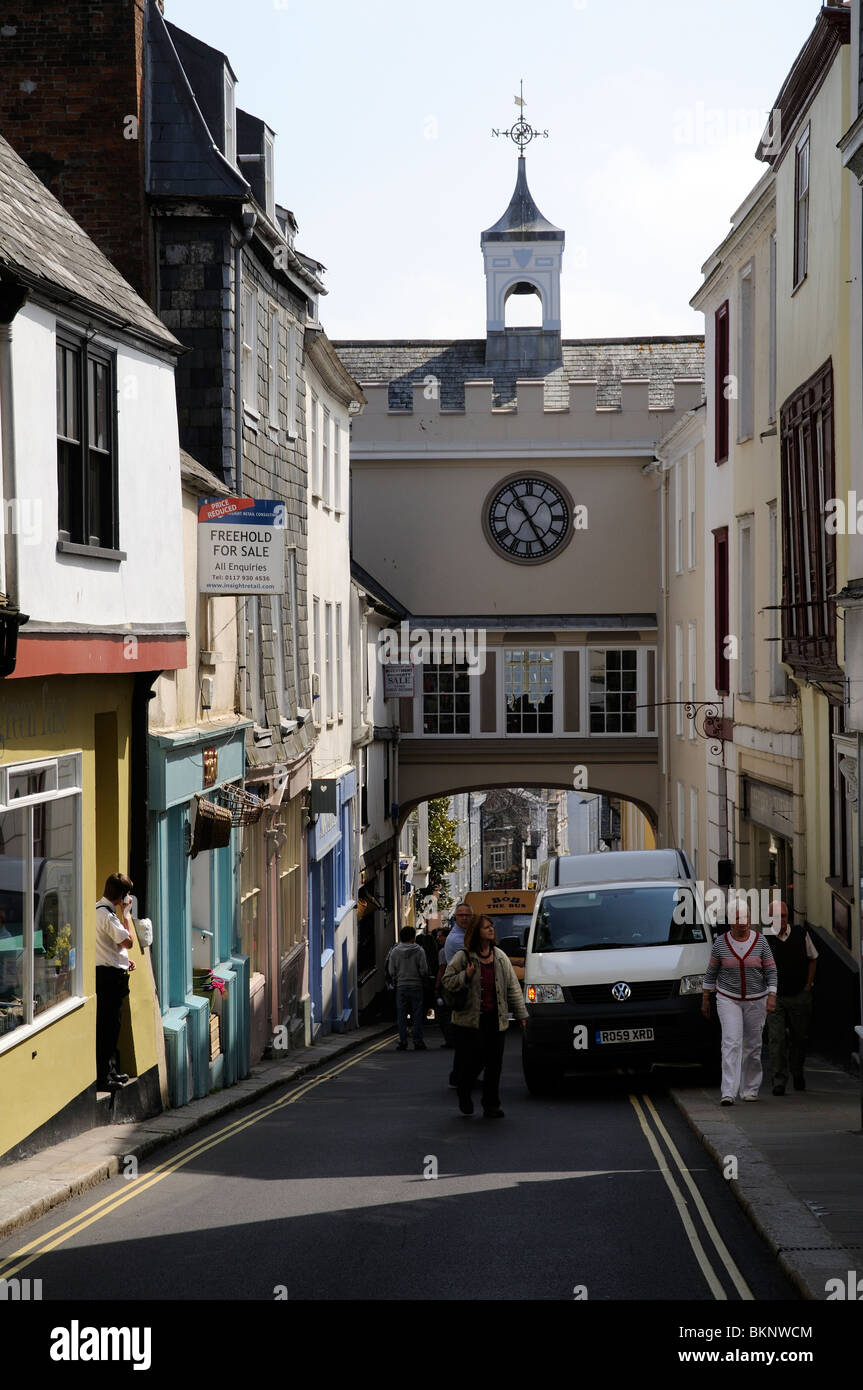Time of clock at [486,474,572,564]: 4:54
